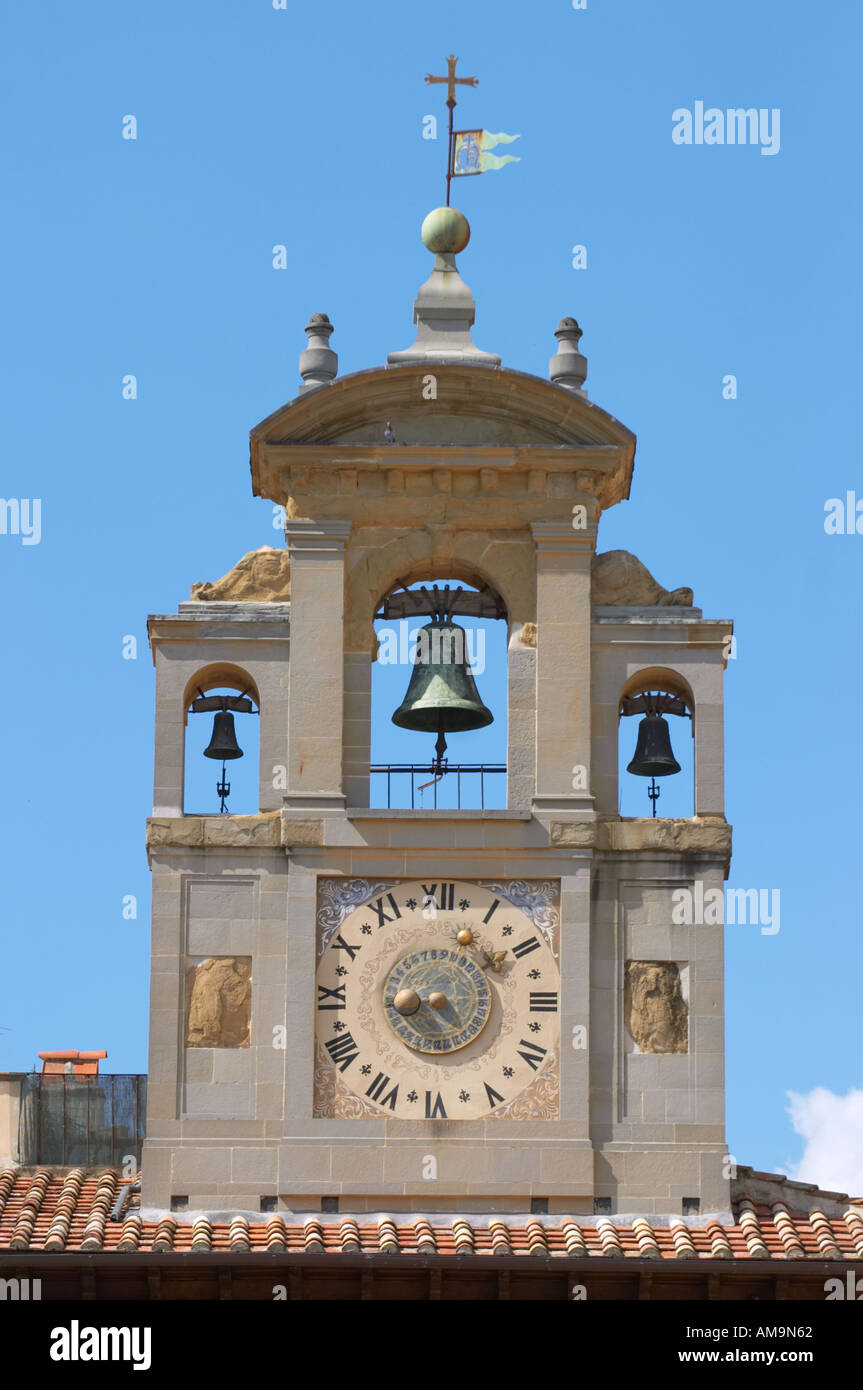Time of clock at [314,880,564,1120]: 4:42
